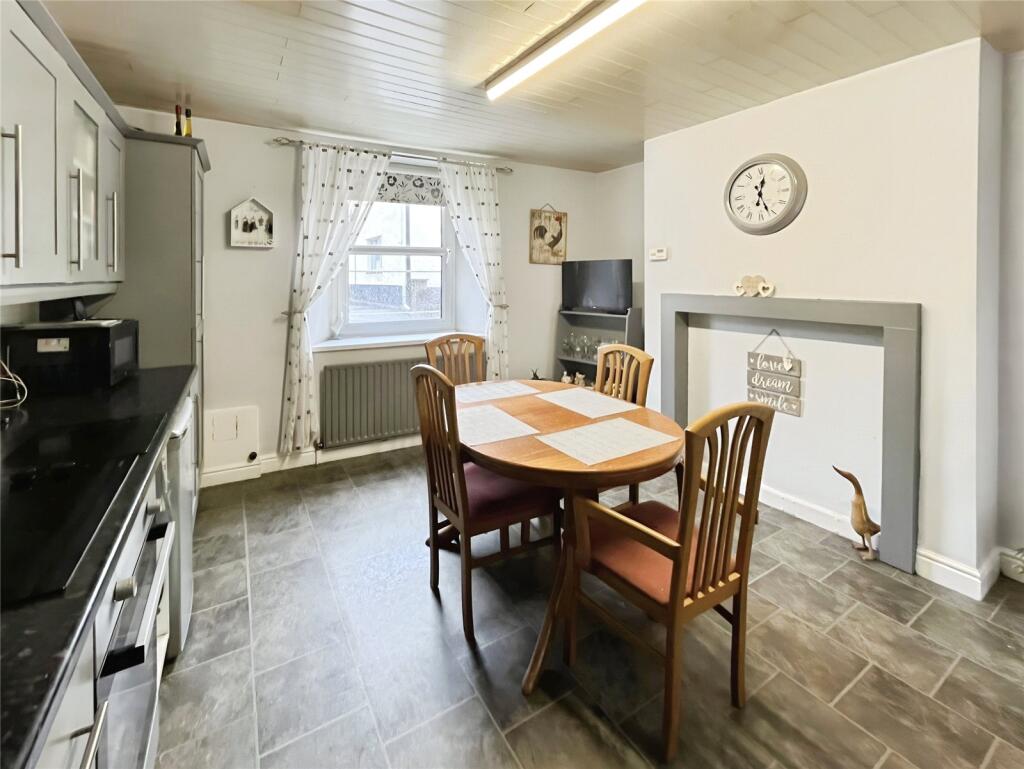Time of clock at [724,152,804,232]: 12:26
